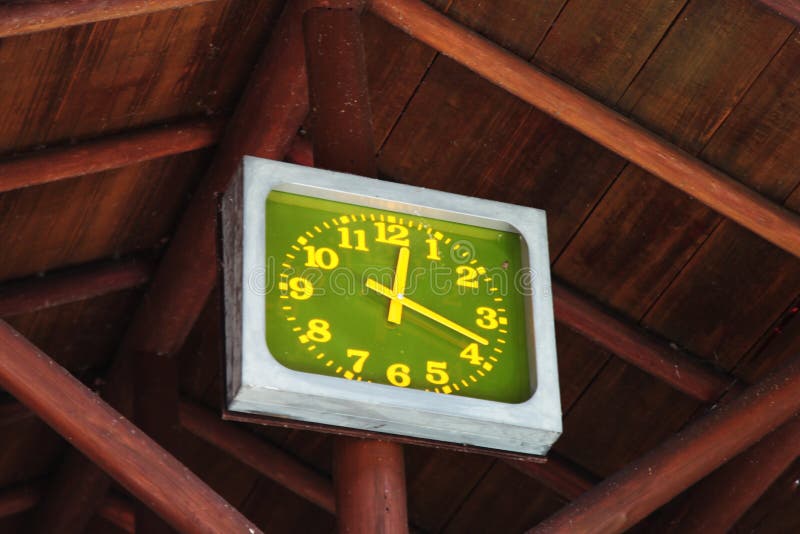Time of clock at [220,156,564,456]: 12:18
